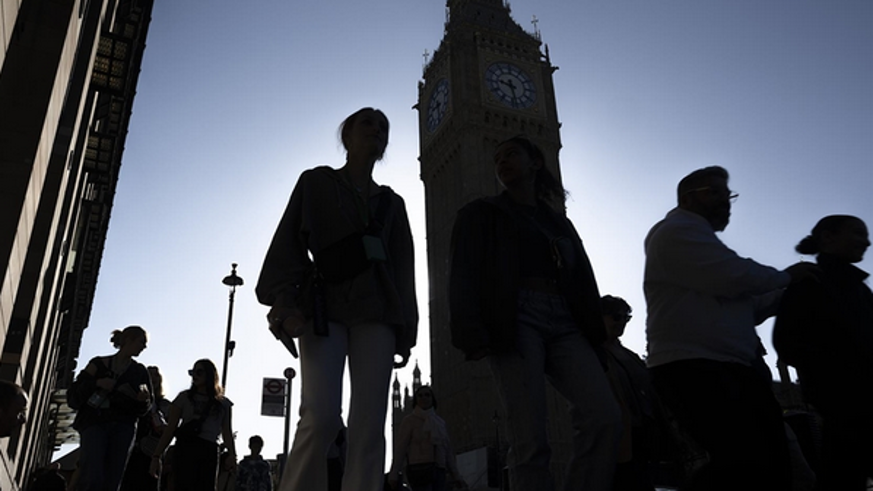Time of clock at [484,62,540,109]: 9:28
